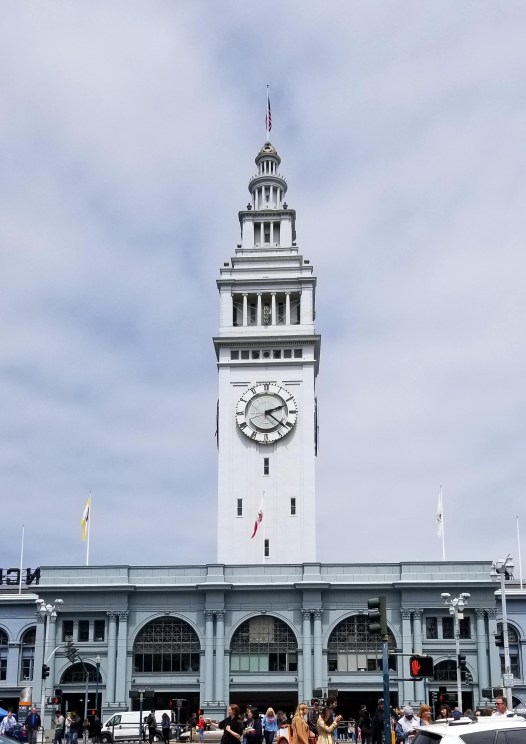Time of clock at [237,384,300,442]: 2:21
